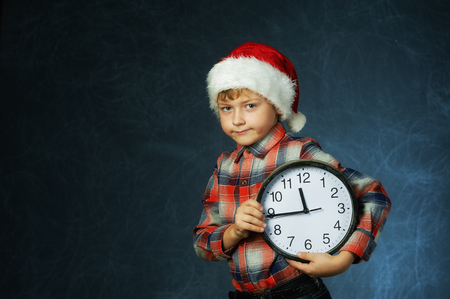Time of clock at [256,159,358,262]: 11:44
